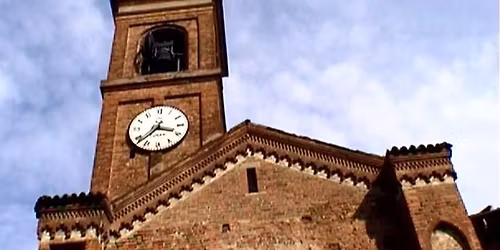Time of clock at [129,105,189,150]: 3:37
